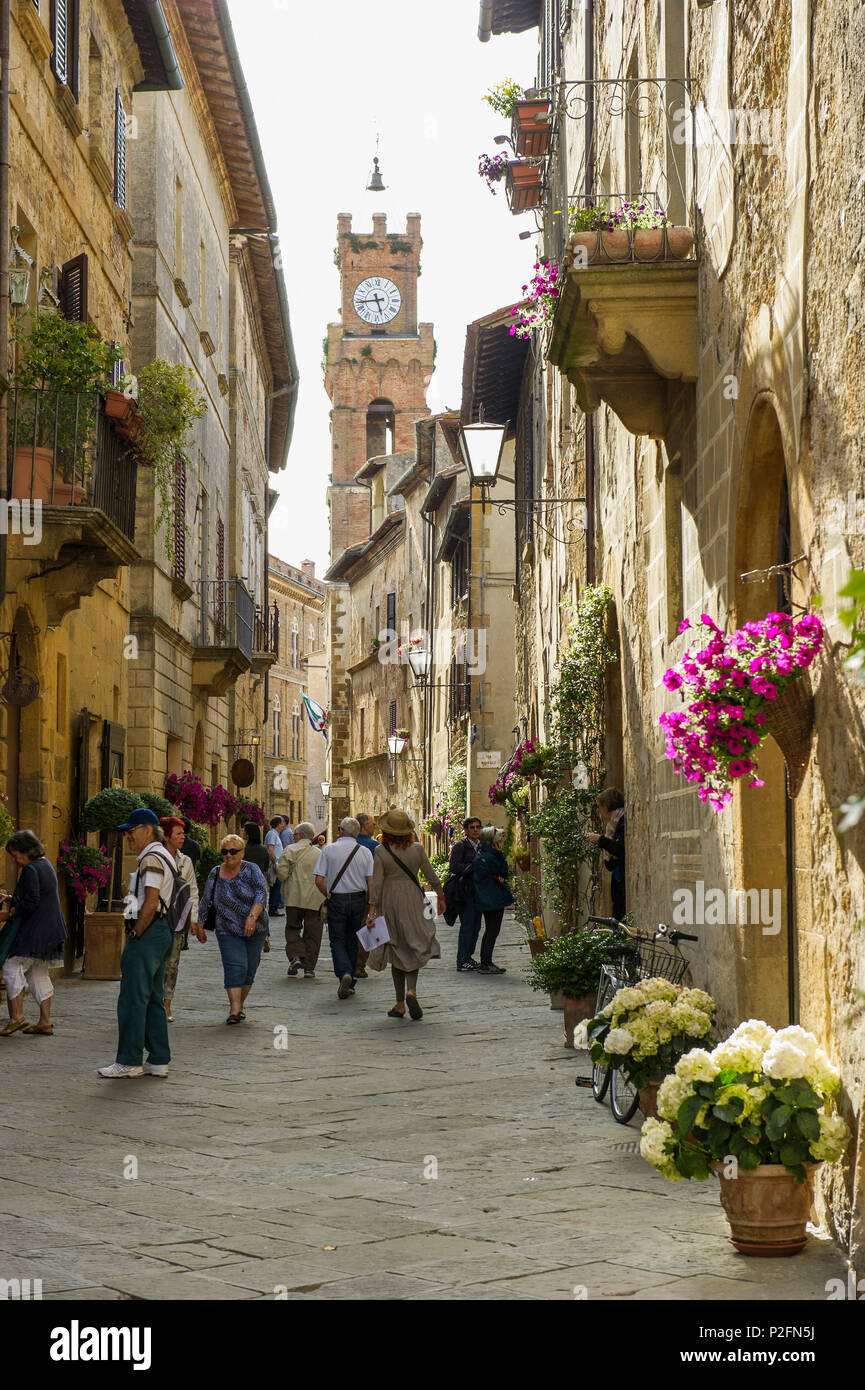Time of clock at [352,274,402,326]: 5:43
